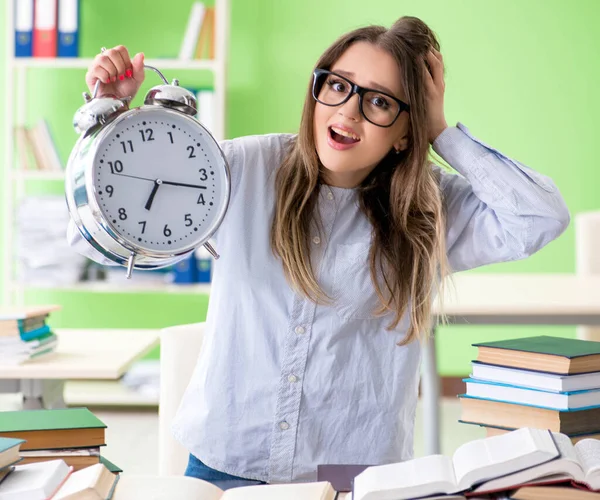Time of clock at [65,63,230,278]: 7:17
